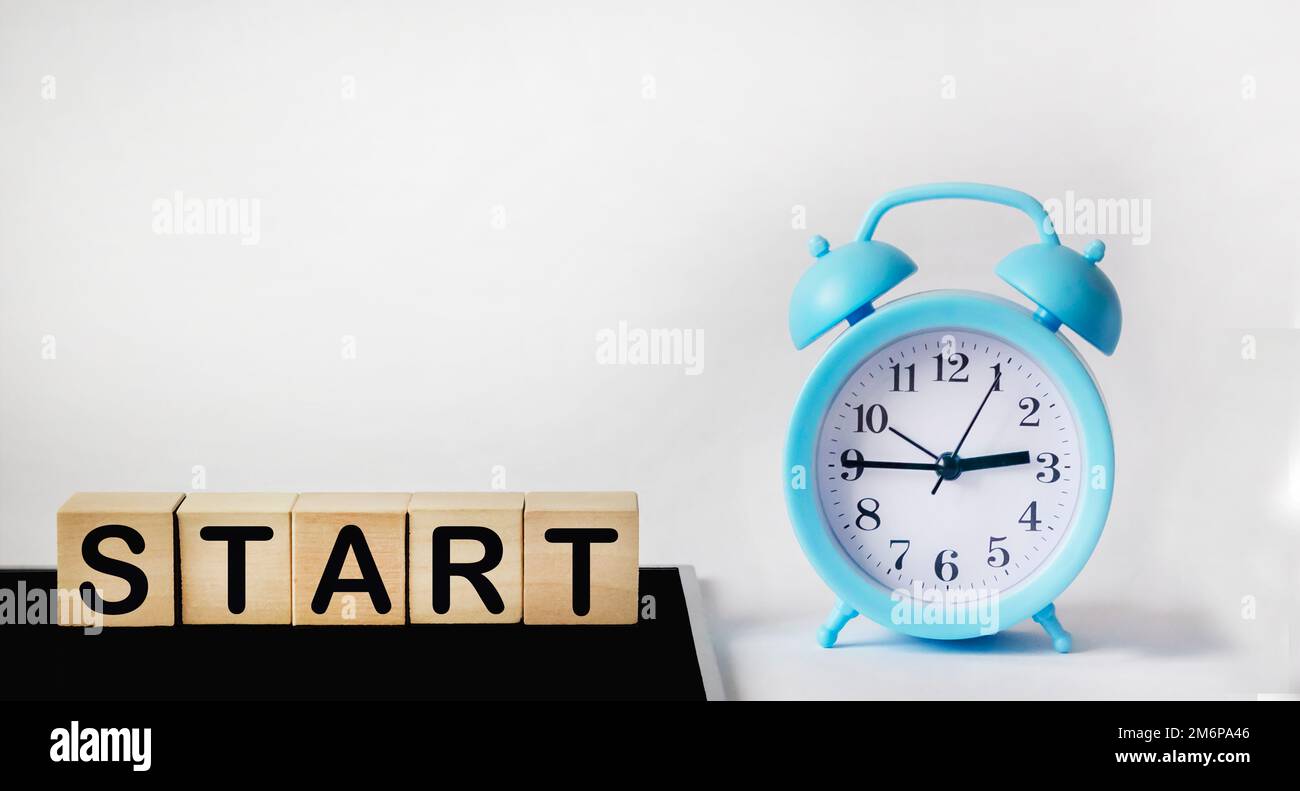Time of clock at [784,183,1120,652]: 2:45
